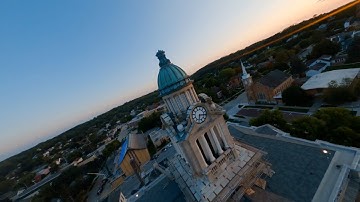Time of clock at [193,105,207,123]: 6:14
